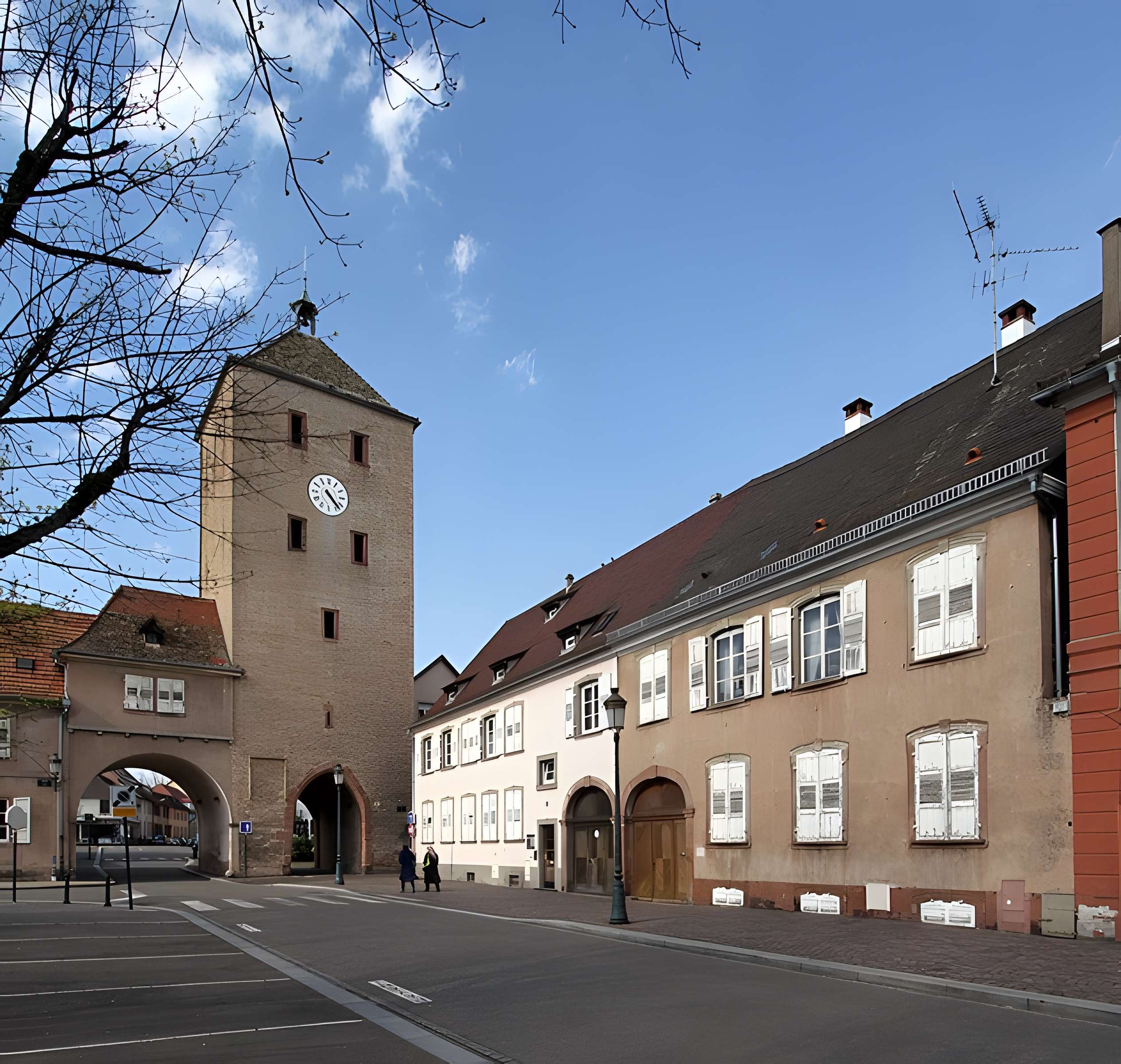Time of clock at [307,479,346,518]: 4:22
